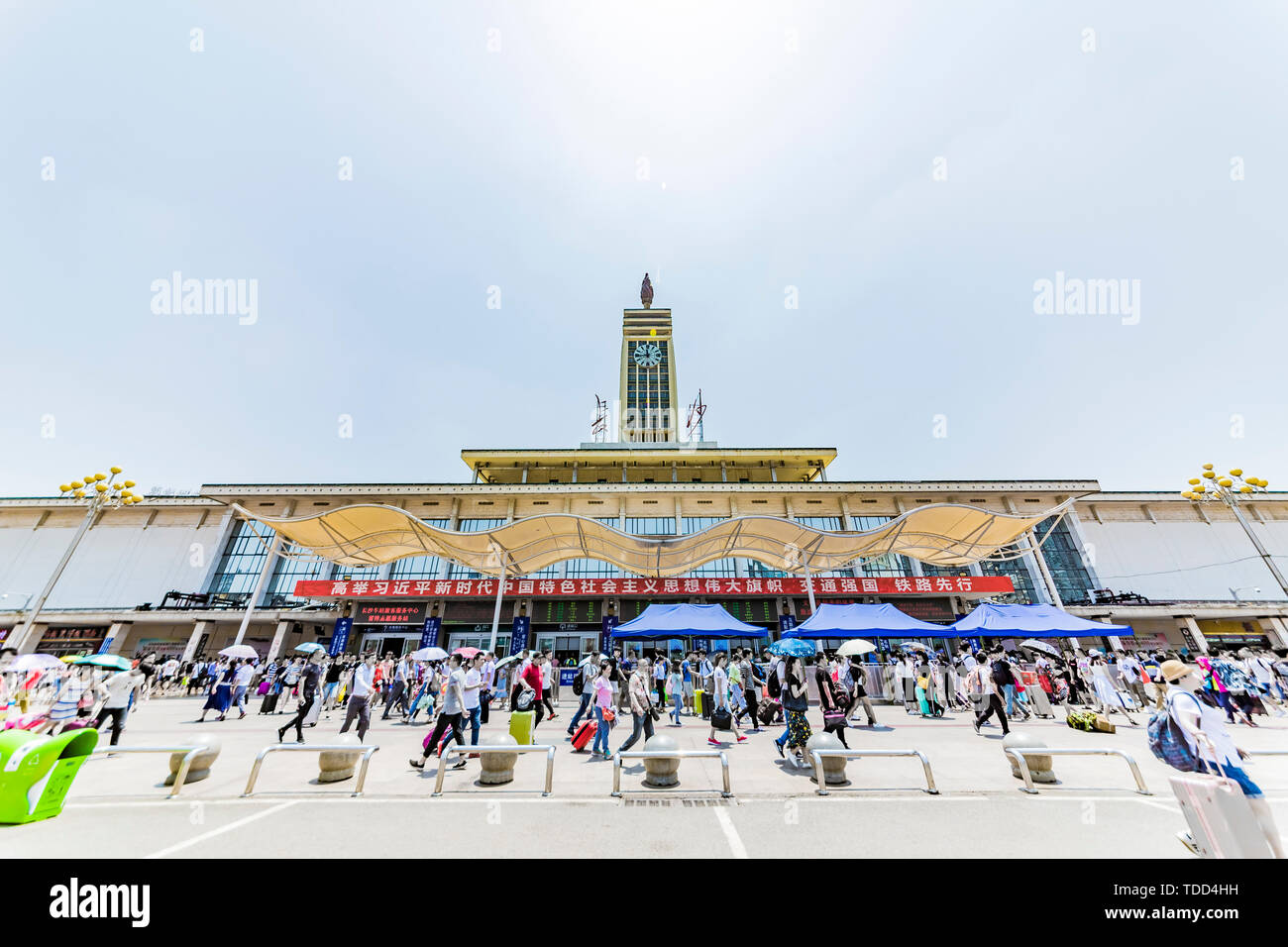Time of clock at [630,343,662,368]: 11:43
